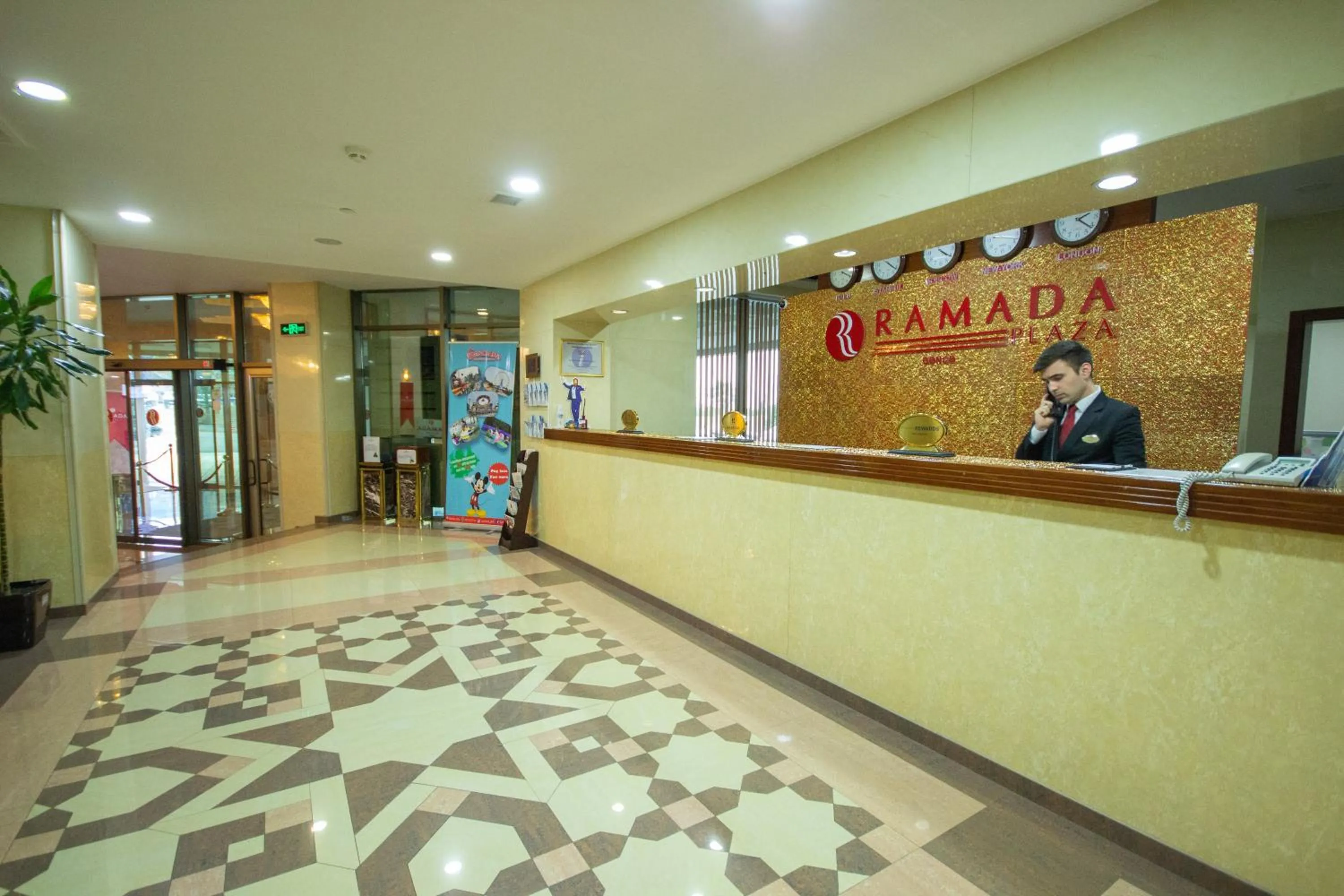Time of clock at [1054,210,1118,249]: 2:21
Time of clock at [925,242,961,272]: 4:20
